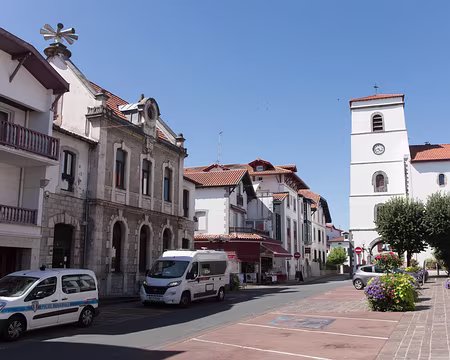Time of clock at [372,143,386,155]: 4:42
